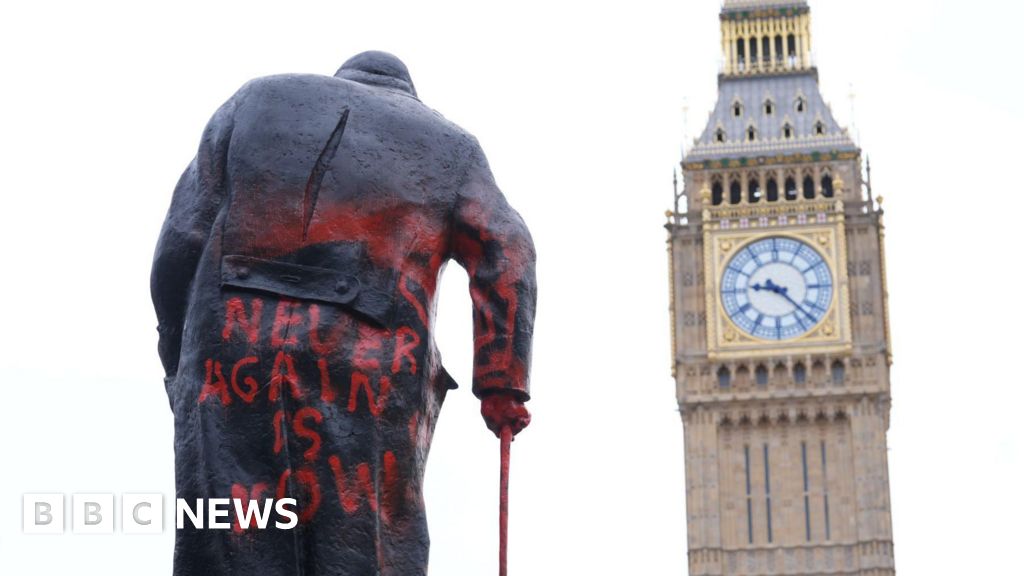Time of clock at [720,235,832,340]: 9:22
